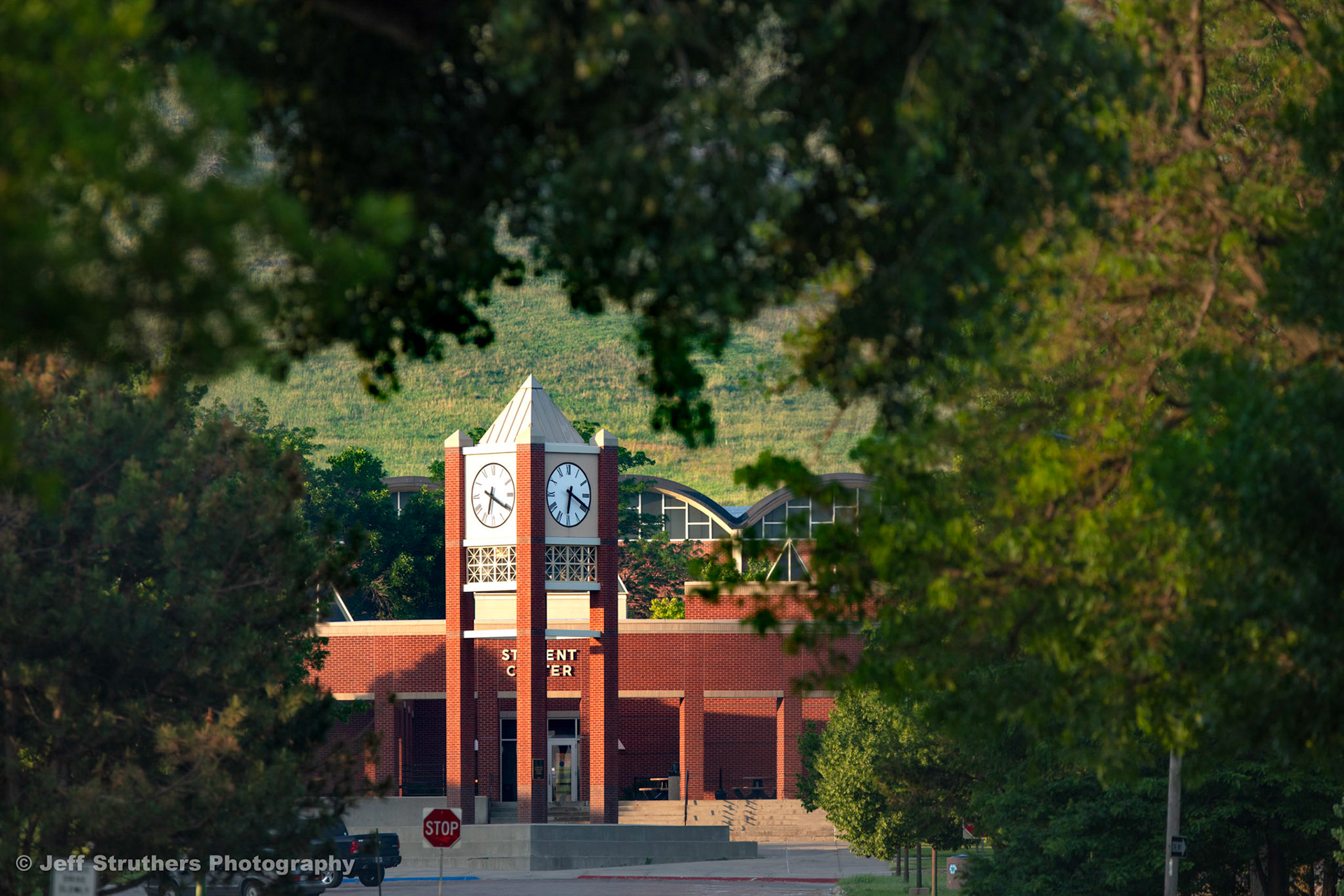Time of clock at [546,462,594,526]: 6:19
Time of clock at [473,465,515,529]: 6:20
